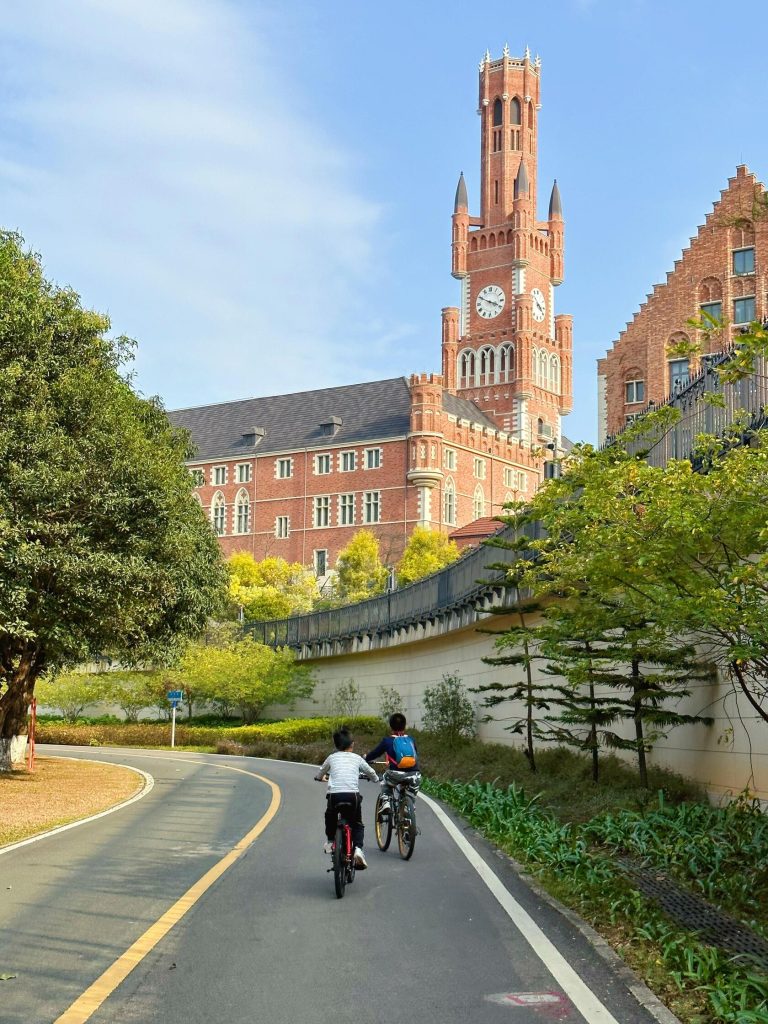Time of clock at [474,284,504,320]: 3:49
